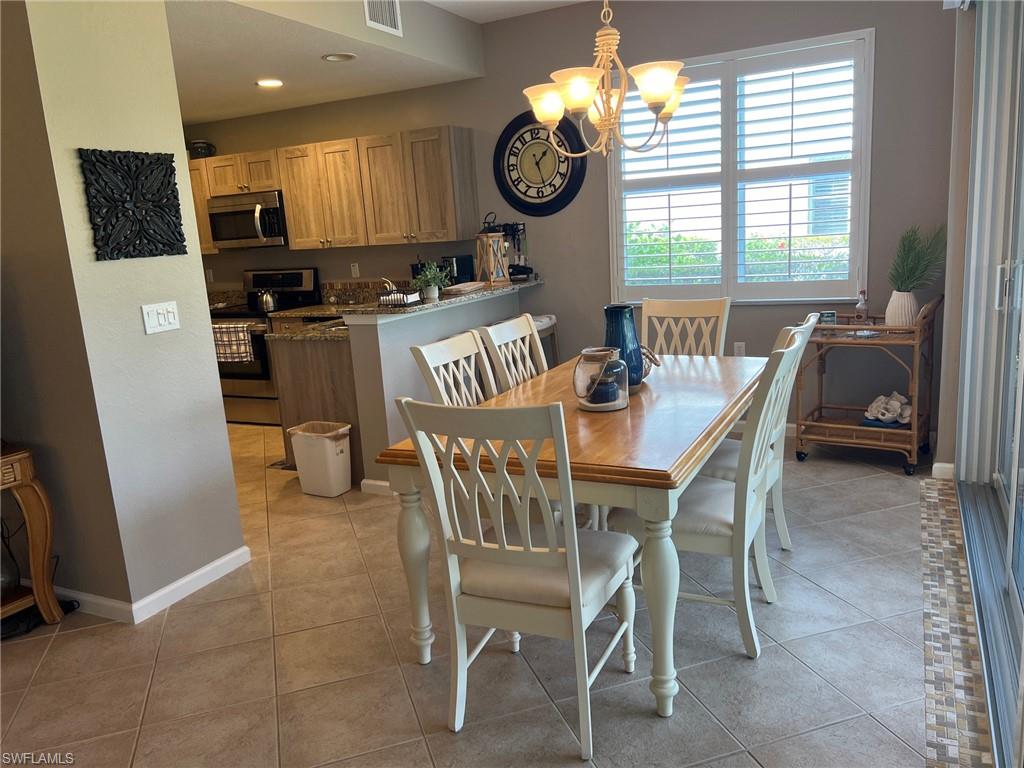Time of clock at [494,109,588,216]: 1:27
